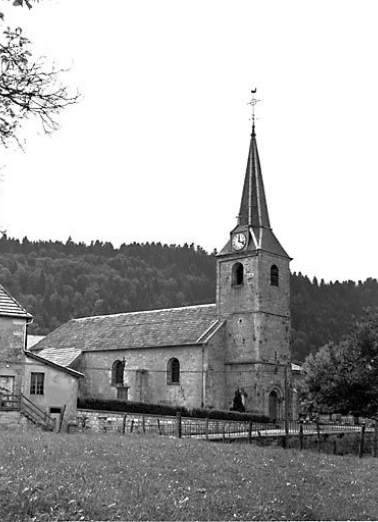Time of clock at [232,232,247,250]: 12:18
